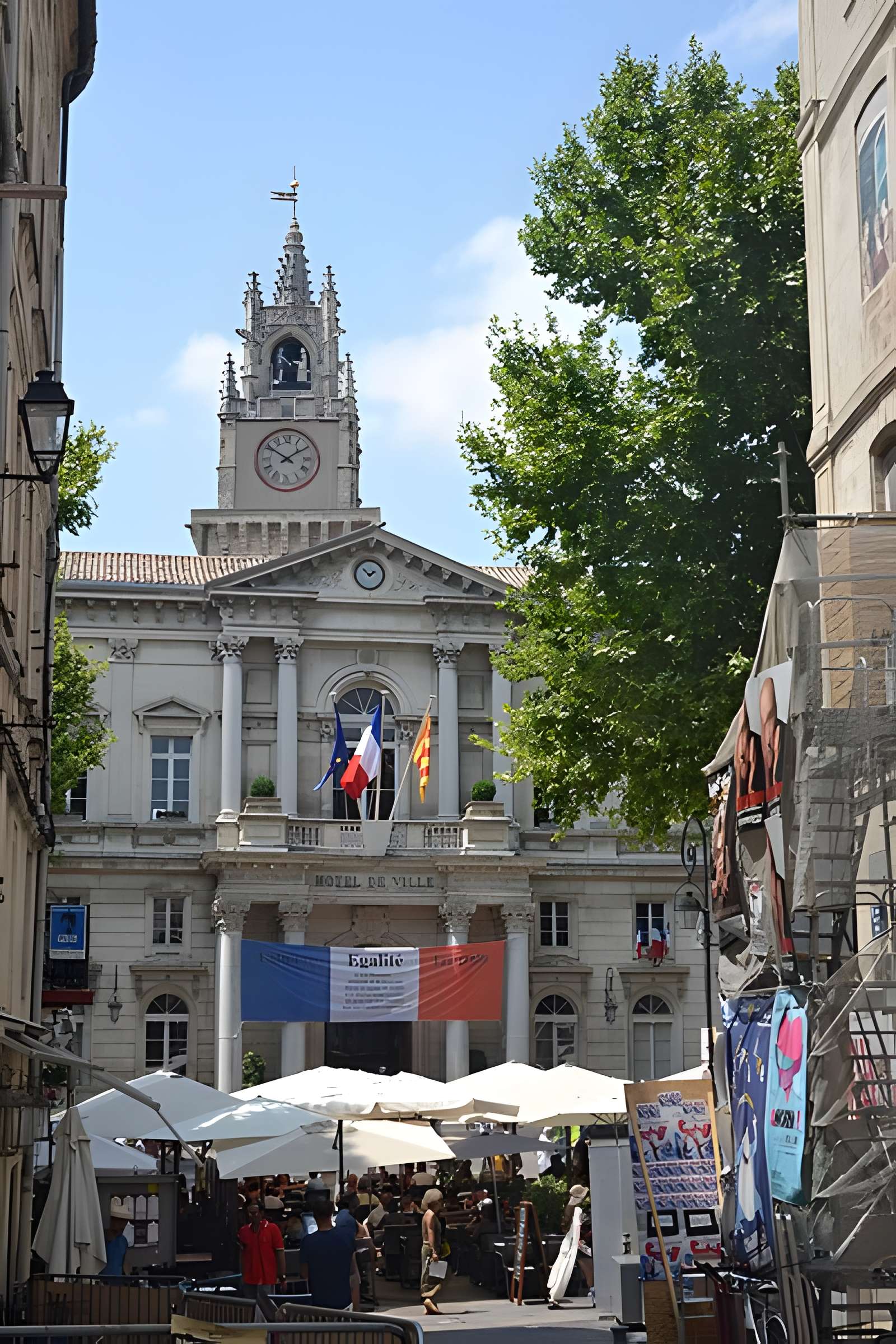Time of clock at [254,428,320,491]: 1:50
